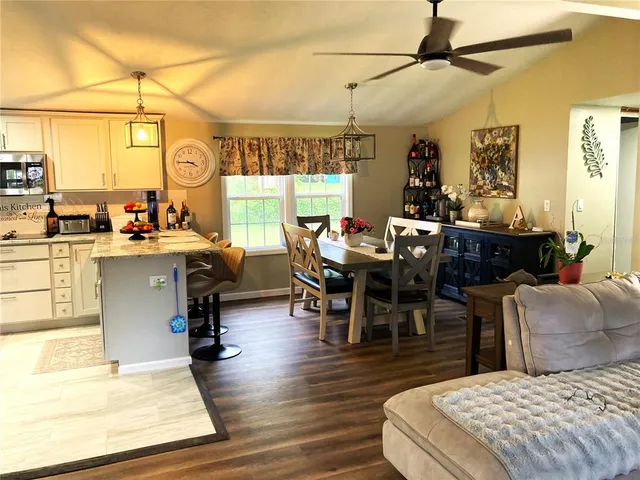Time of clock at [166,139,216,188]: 3:45
